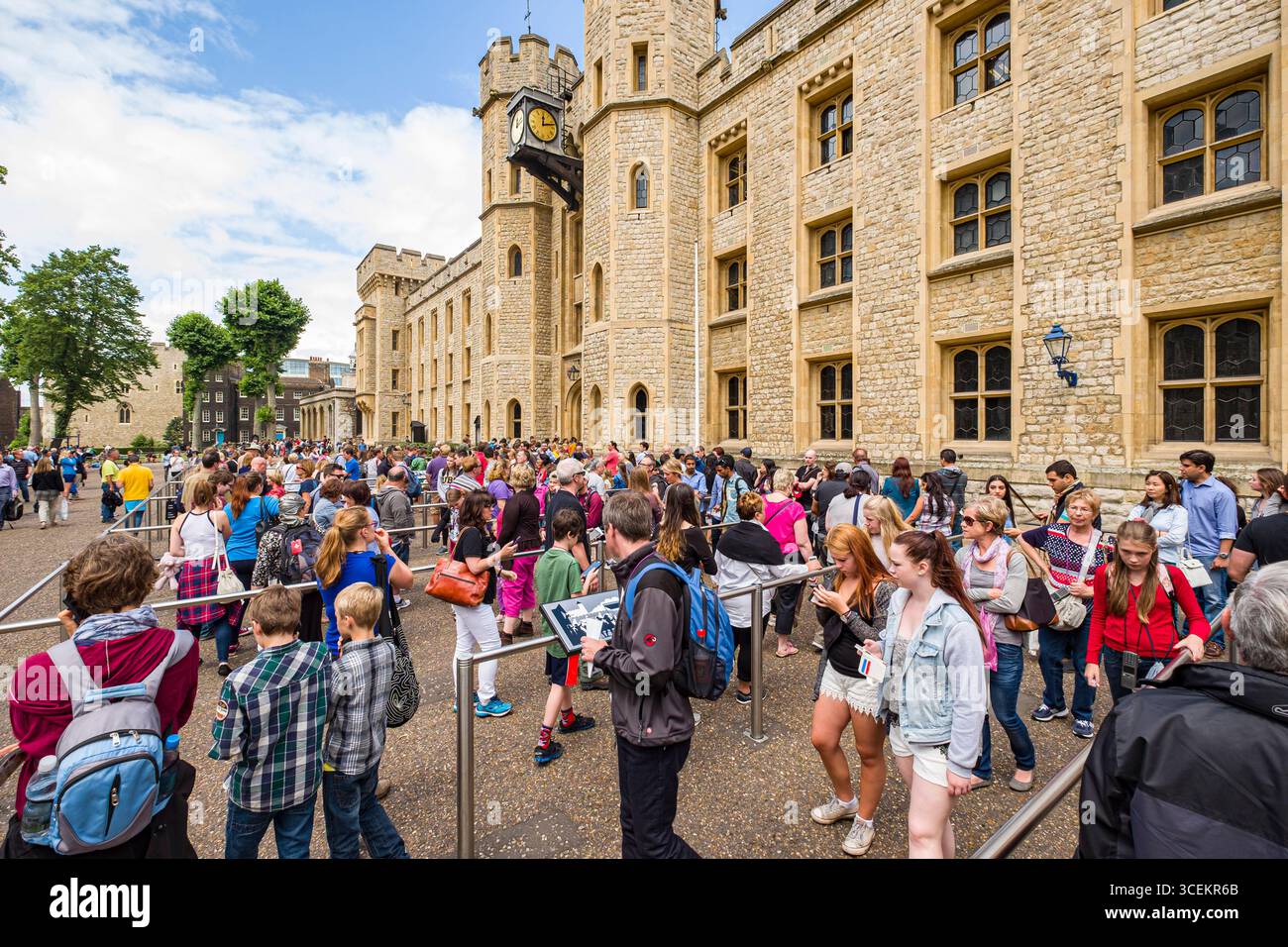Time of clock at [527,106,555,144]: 12:12
